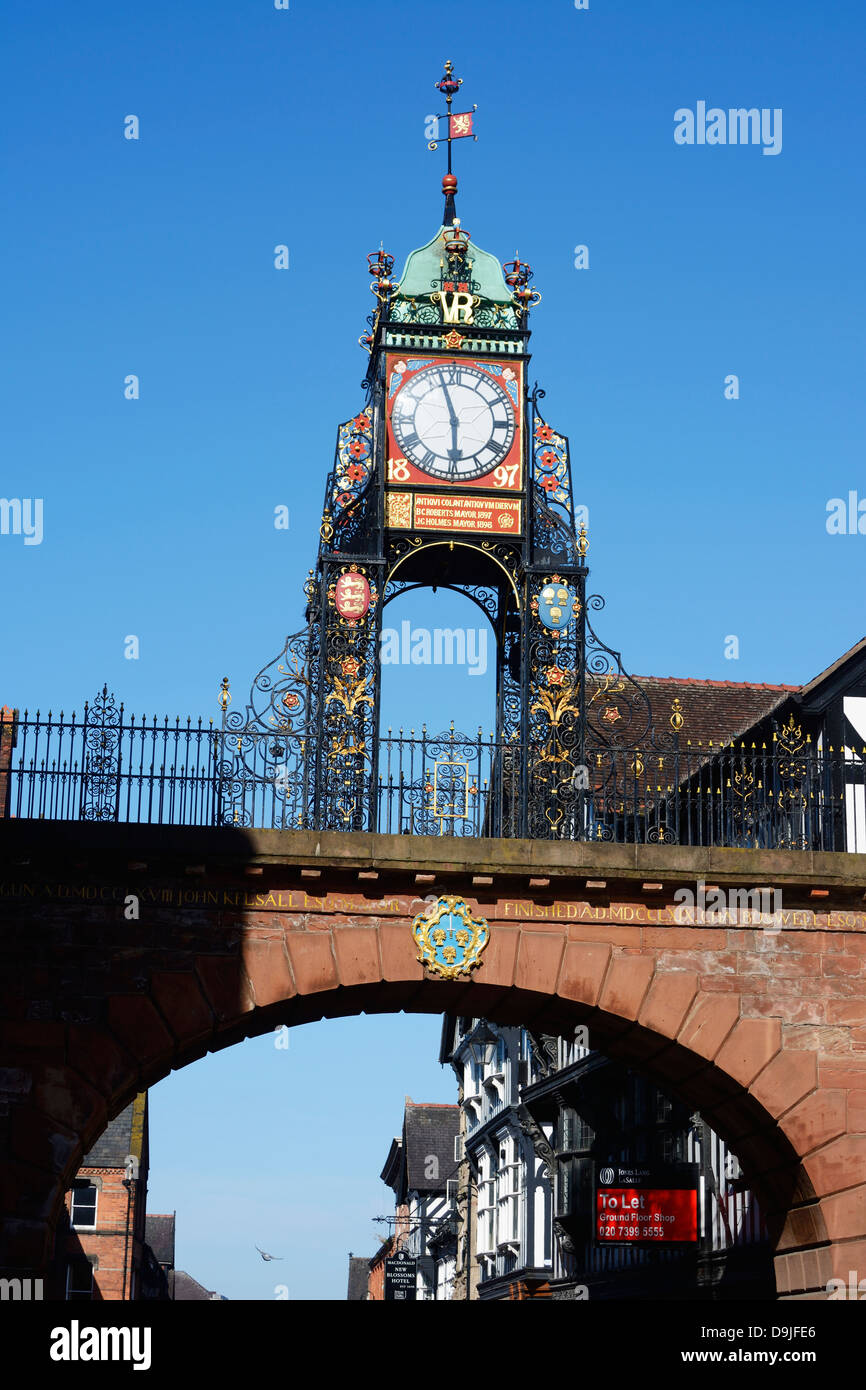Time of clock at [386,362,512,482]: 5:57
